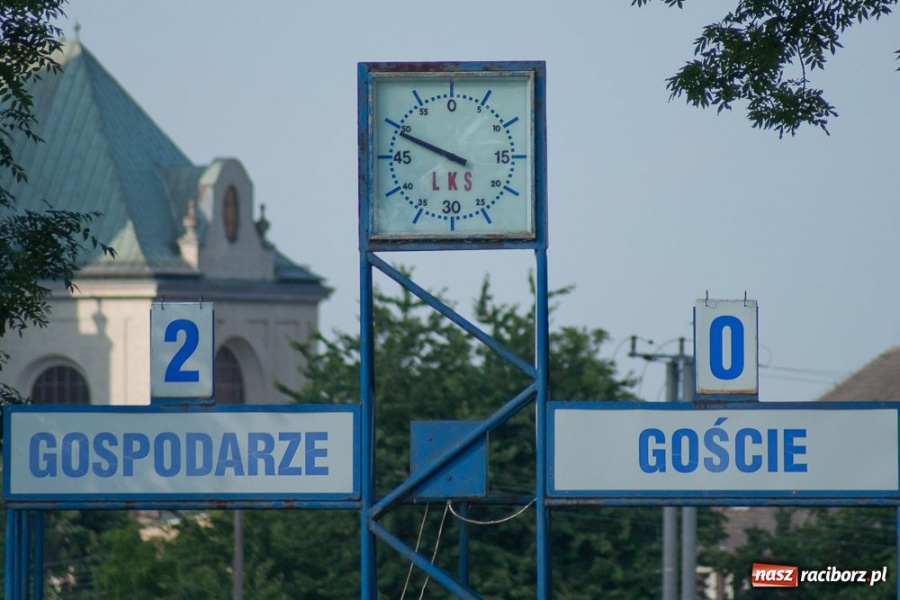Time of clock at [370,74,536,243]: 9:49
